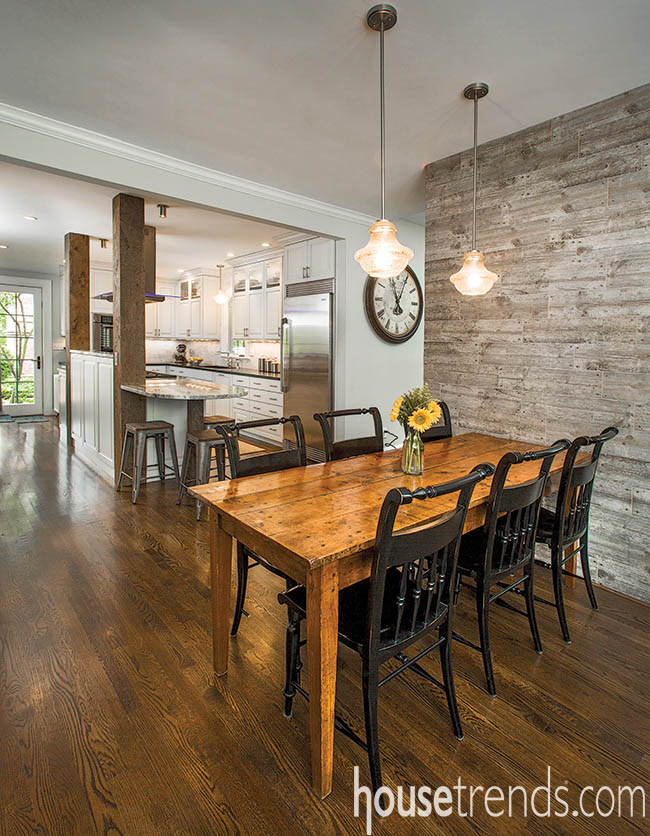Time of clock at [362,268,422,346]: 11:04
